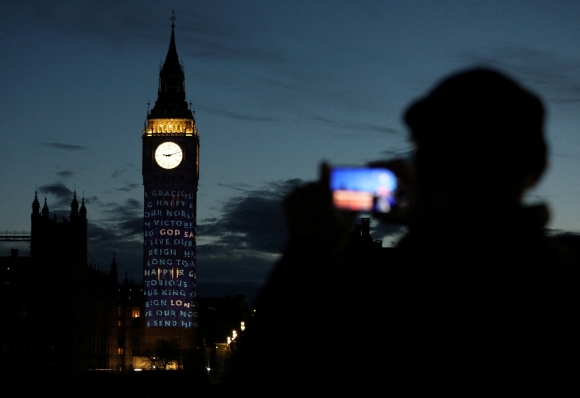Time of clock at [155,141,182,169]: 9:12
